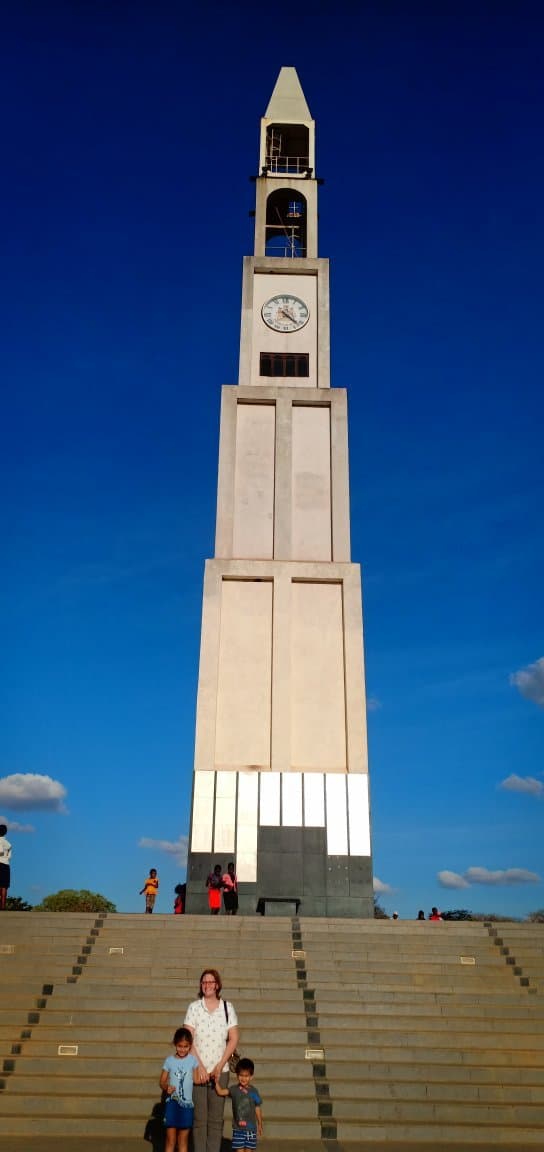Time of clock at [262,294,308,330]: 4:22
